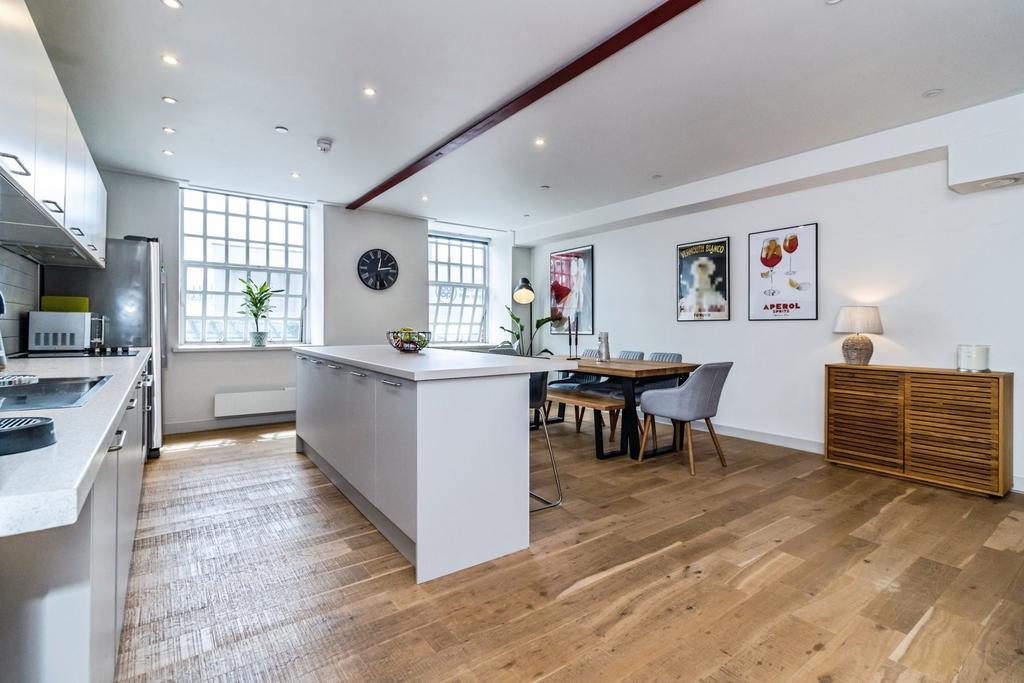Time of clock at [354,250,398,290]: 12:13
